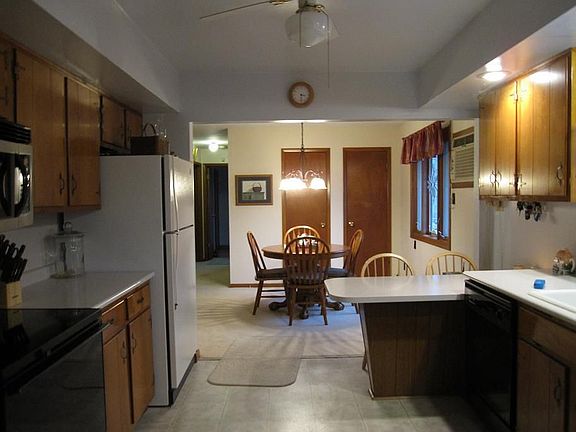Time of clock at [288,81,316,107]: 3:29
